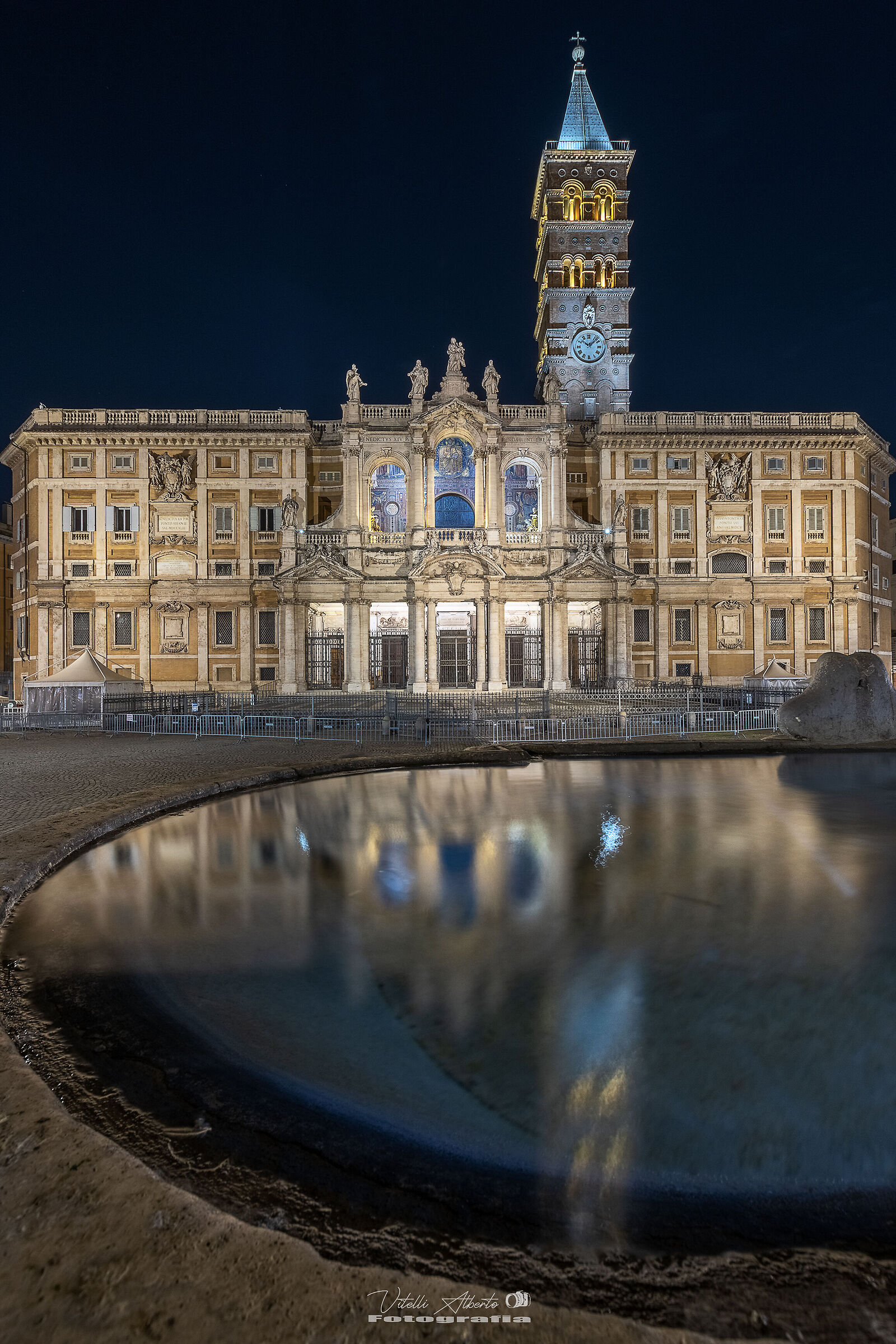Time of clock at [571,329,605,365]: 10:07
